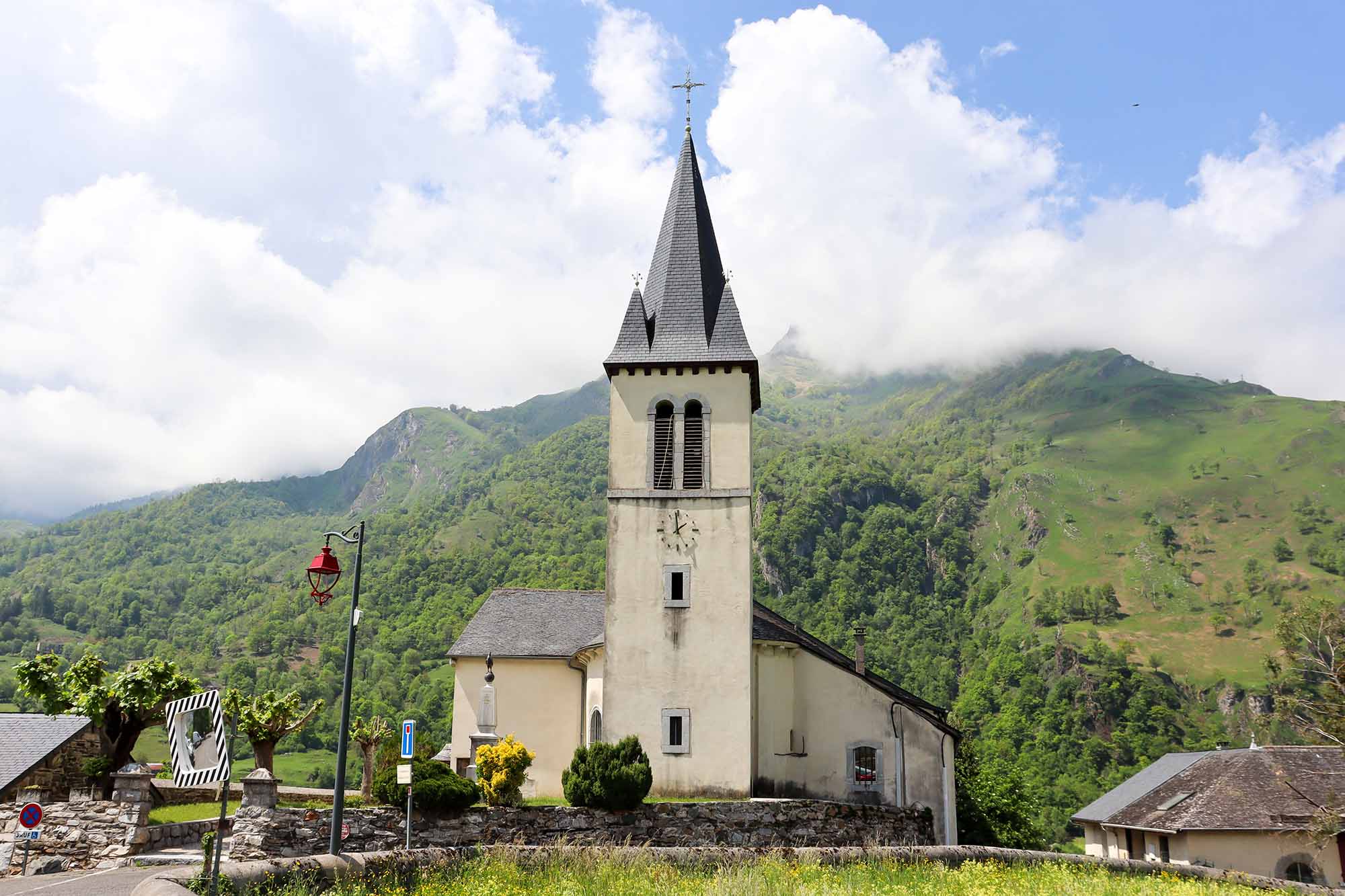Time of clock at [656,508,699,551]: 1:59
